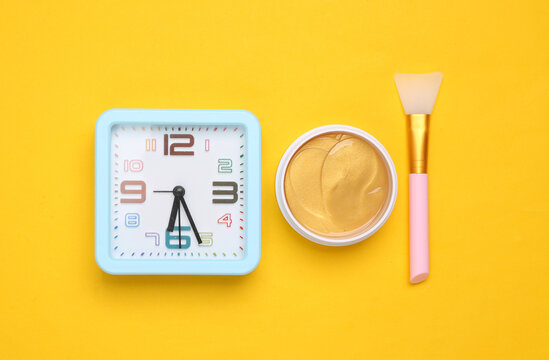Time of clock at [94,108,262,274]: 6:26
